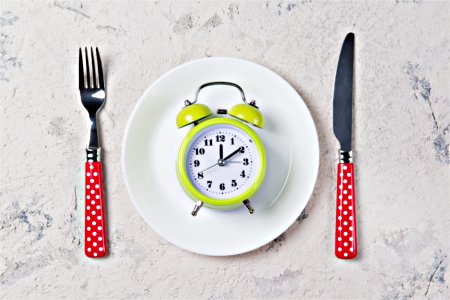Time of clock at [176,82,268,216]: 12:09
